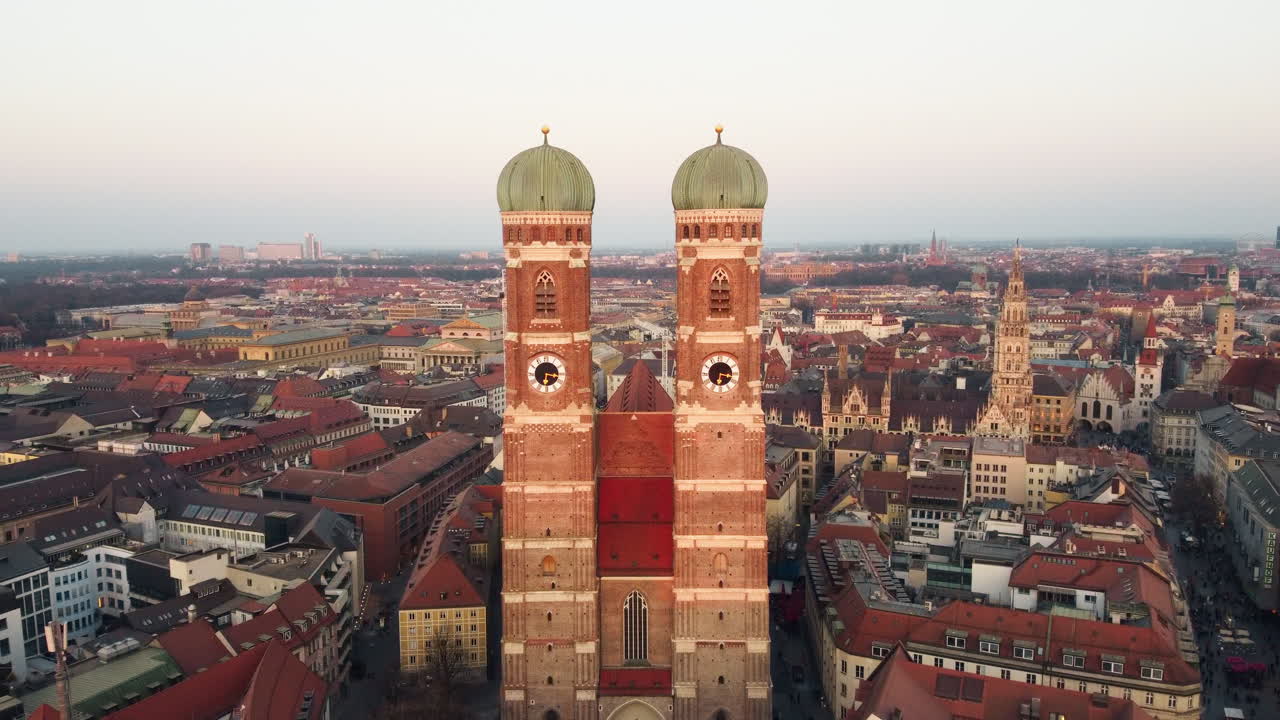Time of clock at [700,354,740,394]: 6:17
